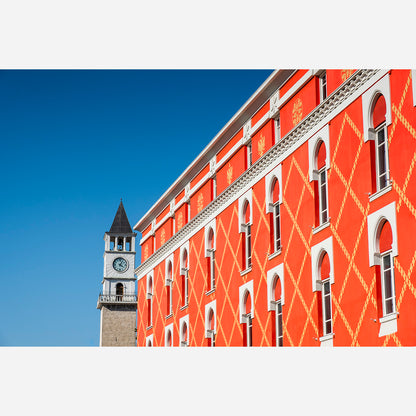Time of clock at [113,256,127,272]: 4:04
